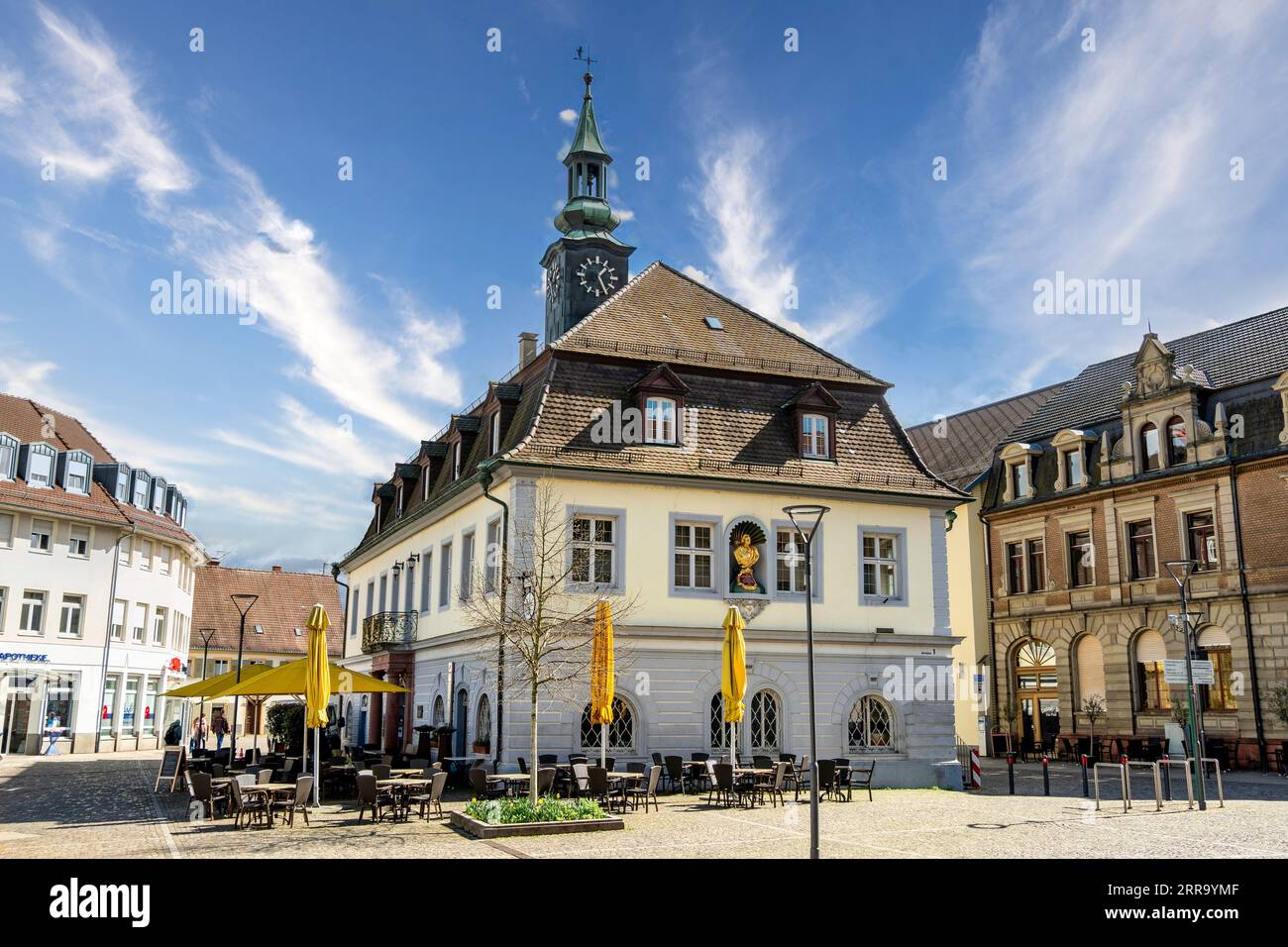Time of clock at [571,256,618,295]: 1:25
